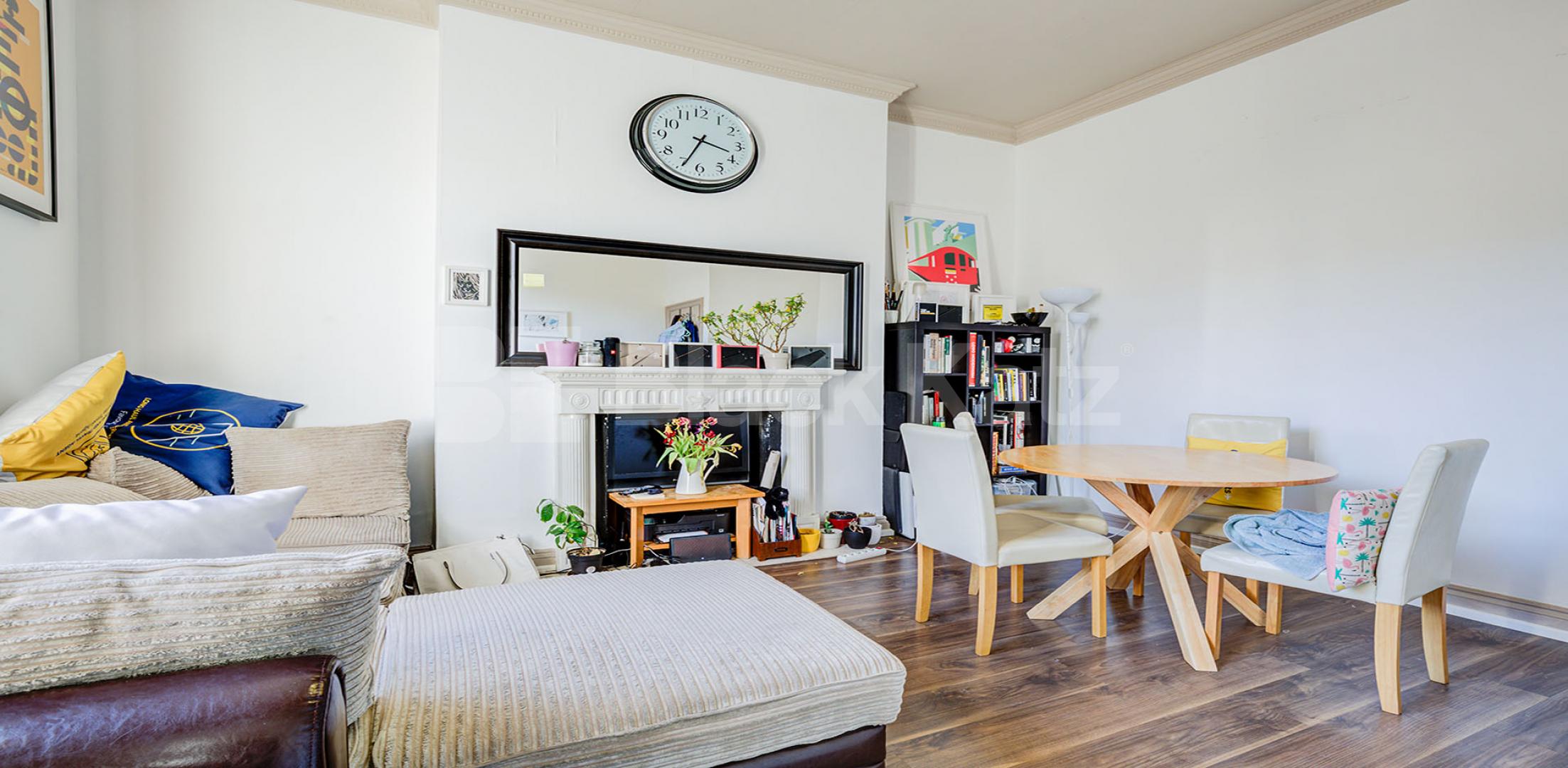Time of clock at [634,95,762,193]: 3:34
